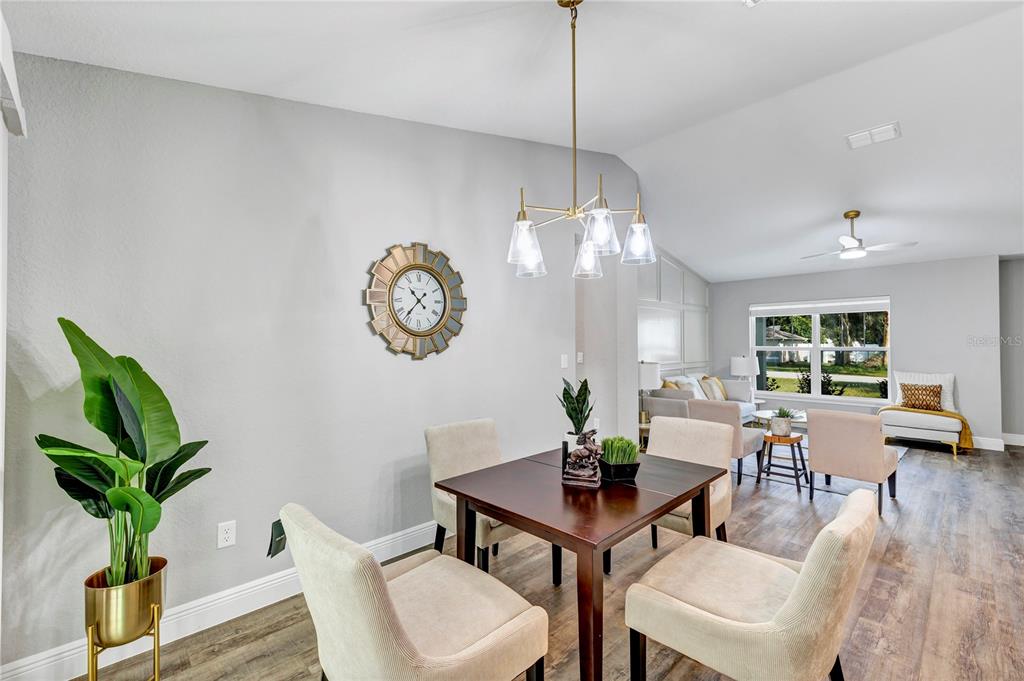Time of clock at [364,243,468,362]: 10:36
